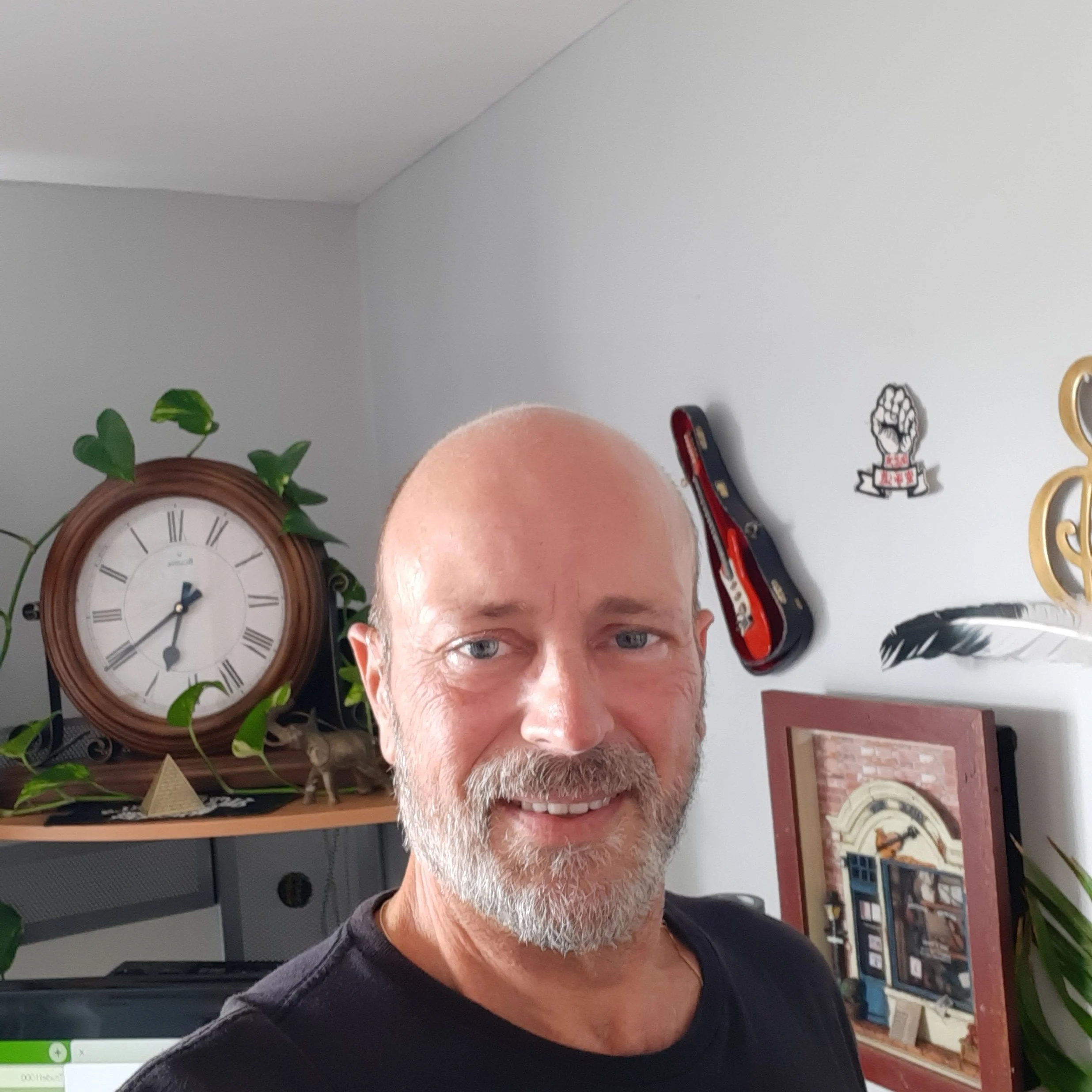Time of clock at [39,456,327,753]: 6:39
